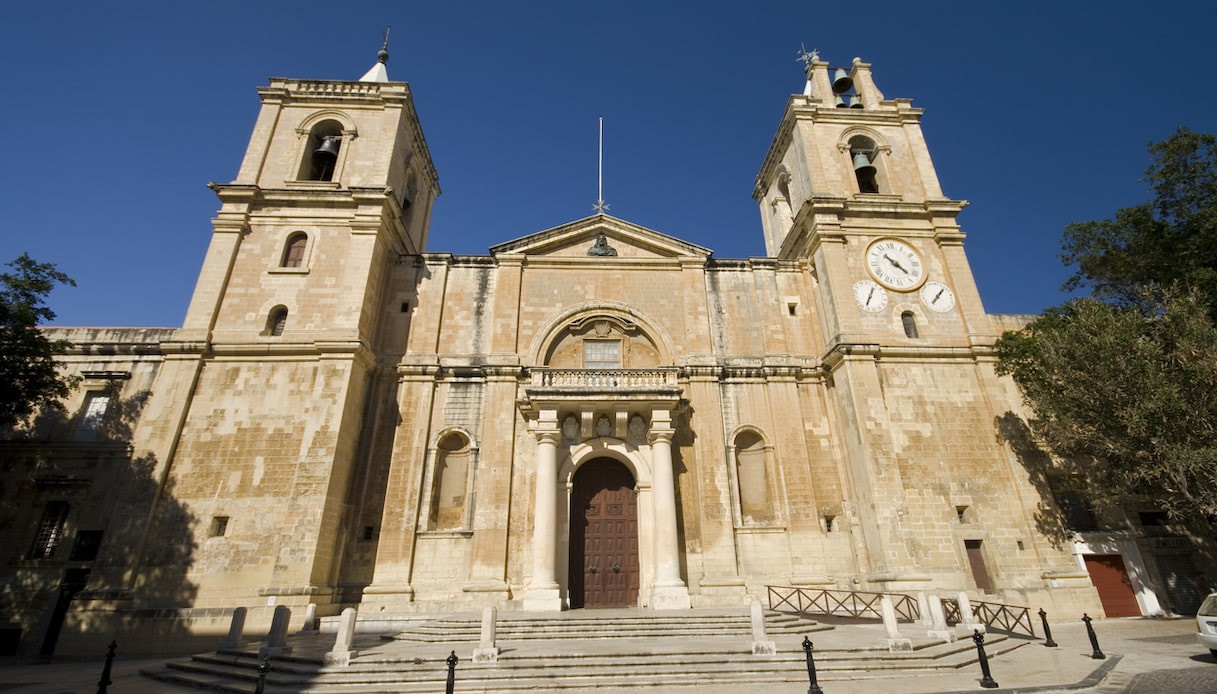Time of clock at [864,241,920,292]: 4:22
